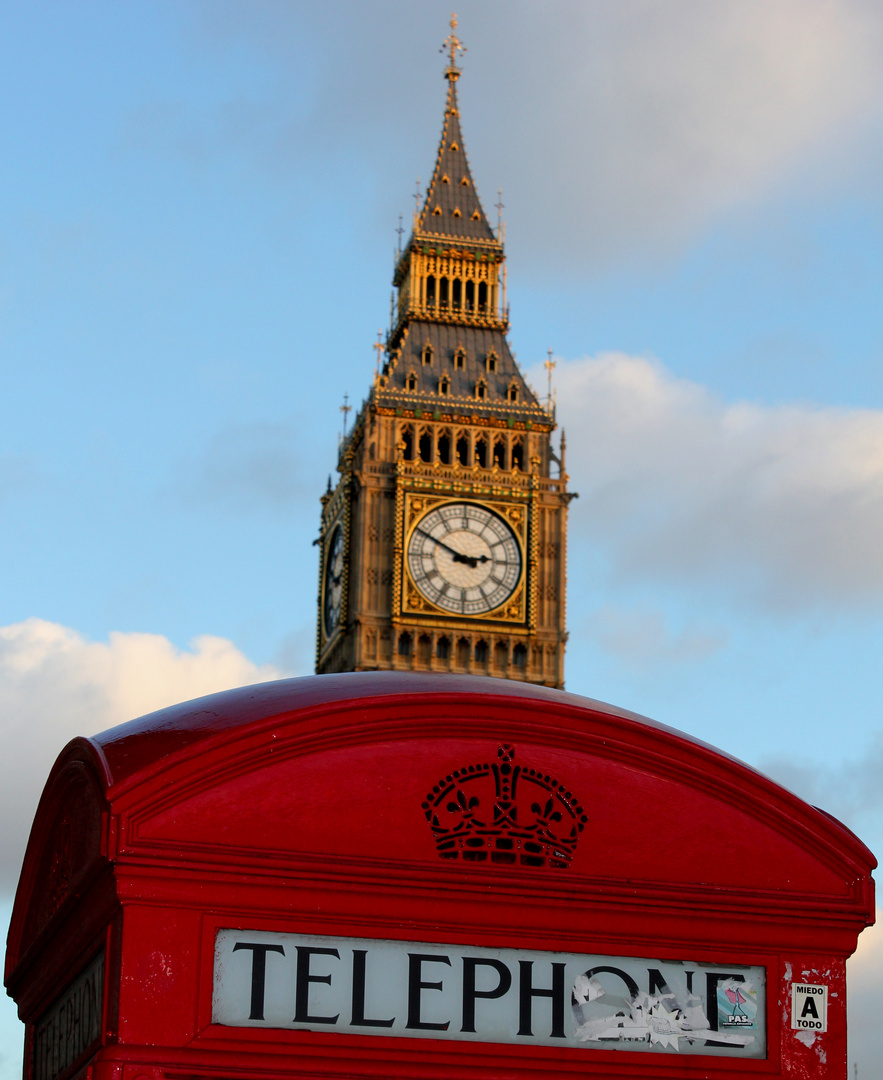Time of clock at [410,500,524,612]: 2:49
